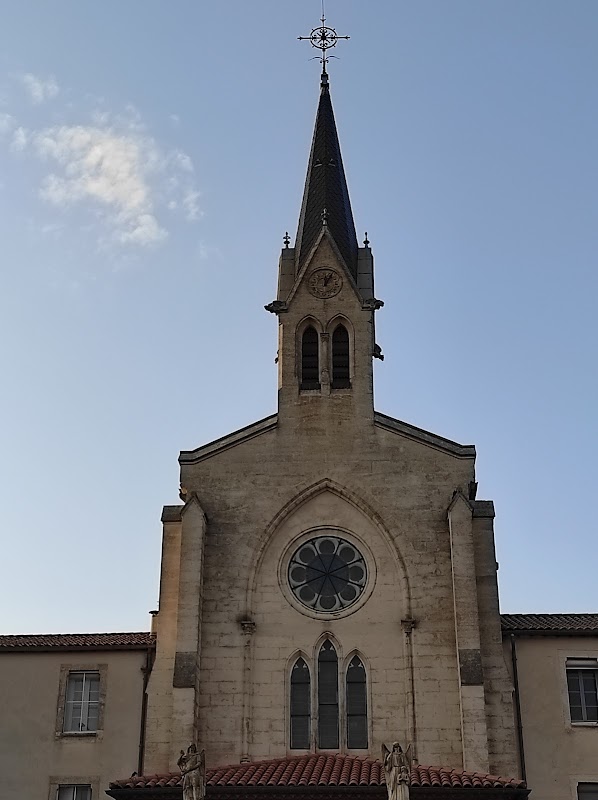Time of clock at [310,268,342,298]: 12:05
